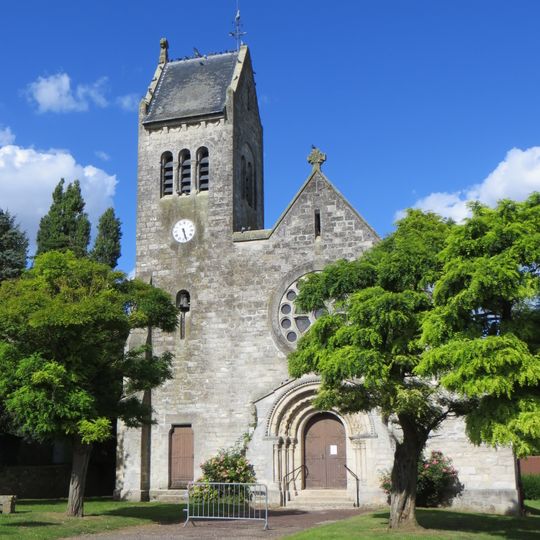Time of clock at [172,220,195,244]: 5:26
